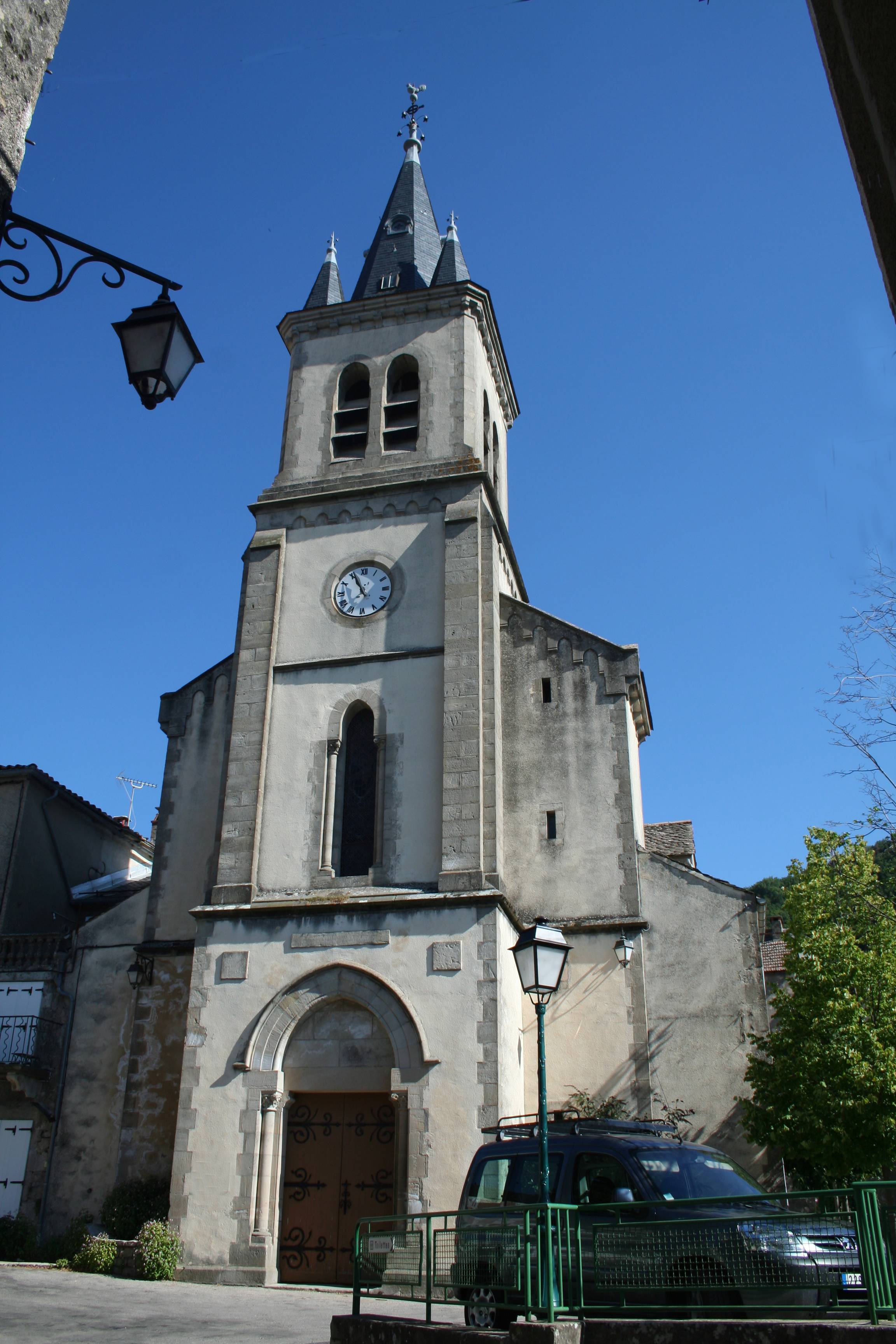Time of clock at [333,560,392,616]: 10:55
